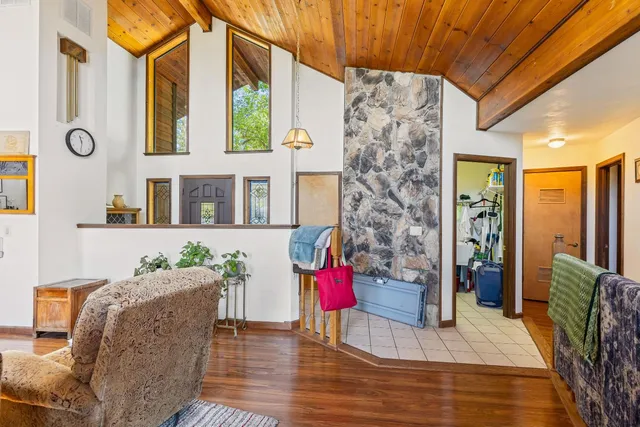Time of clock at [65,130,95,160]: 11:31
